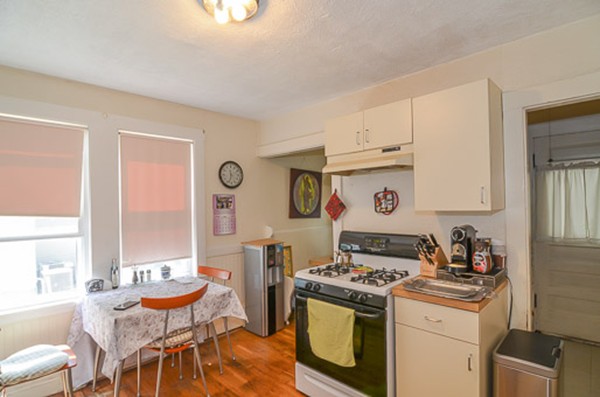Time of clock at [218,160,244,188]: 11:33
